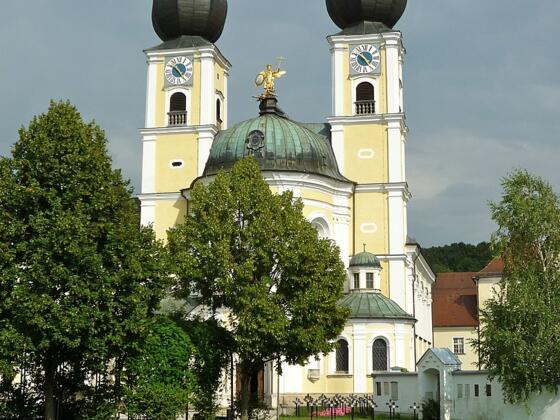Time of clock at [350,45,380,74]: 4:50
